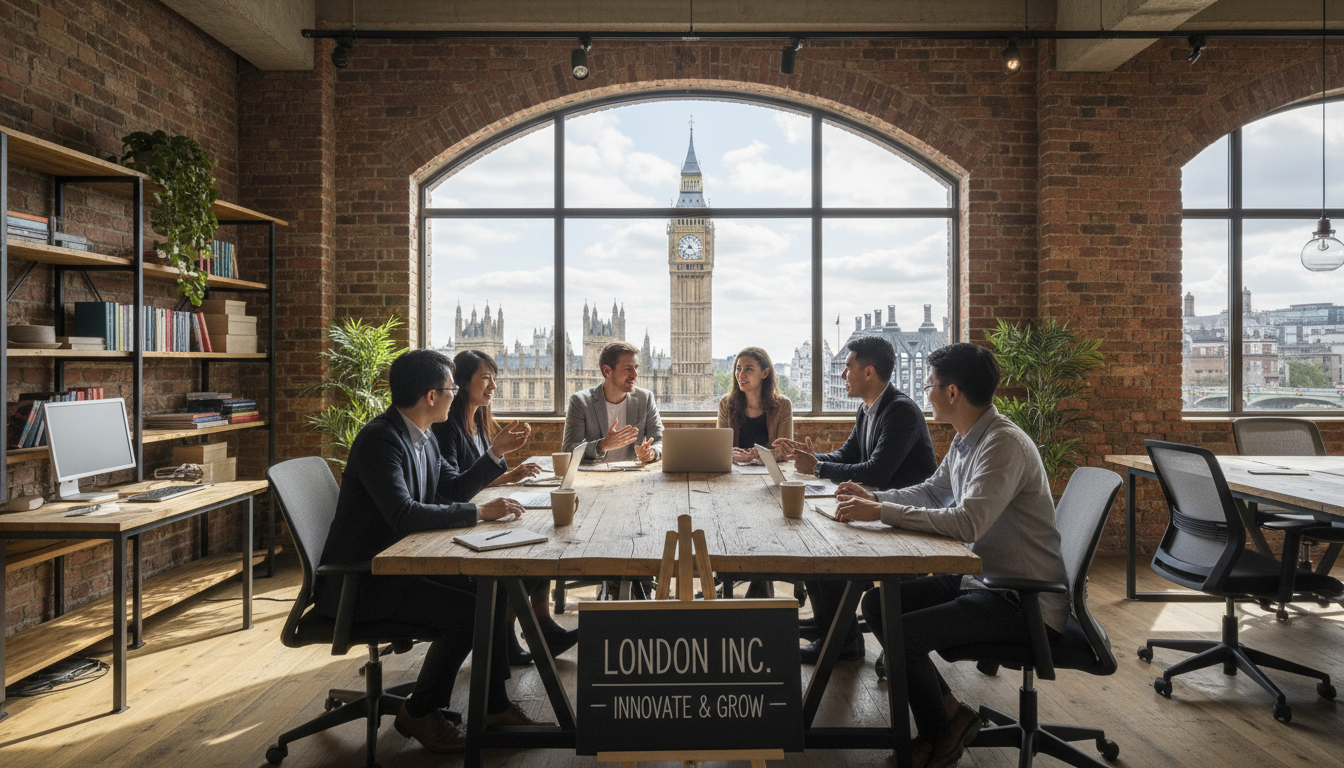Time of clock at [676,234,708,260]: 7:24
